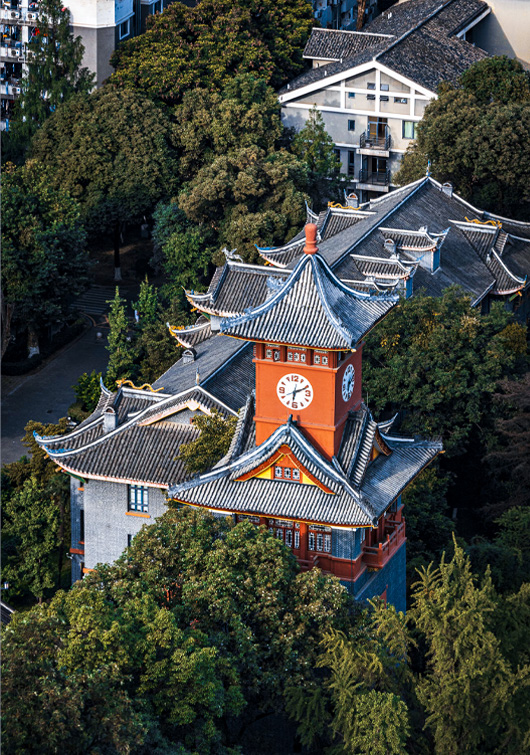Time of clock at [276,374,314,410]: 6:10
